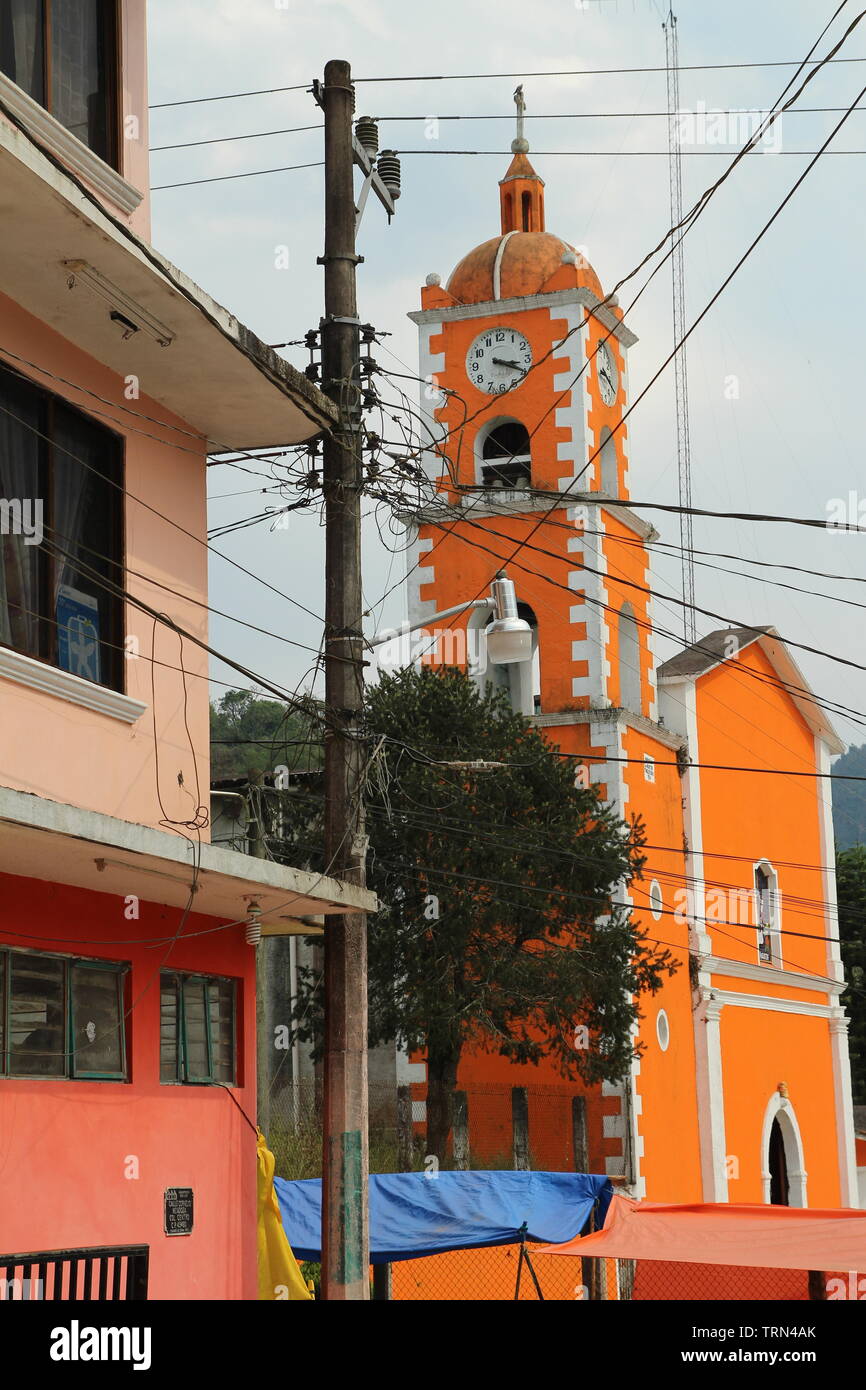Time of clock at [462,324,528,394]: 3:19
